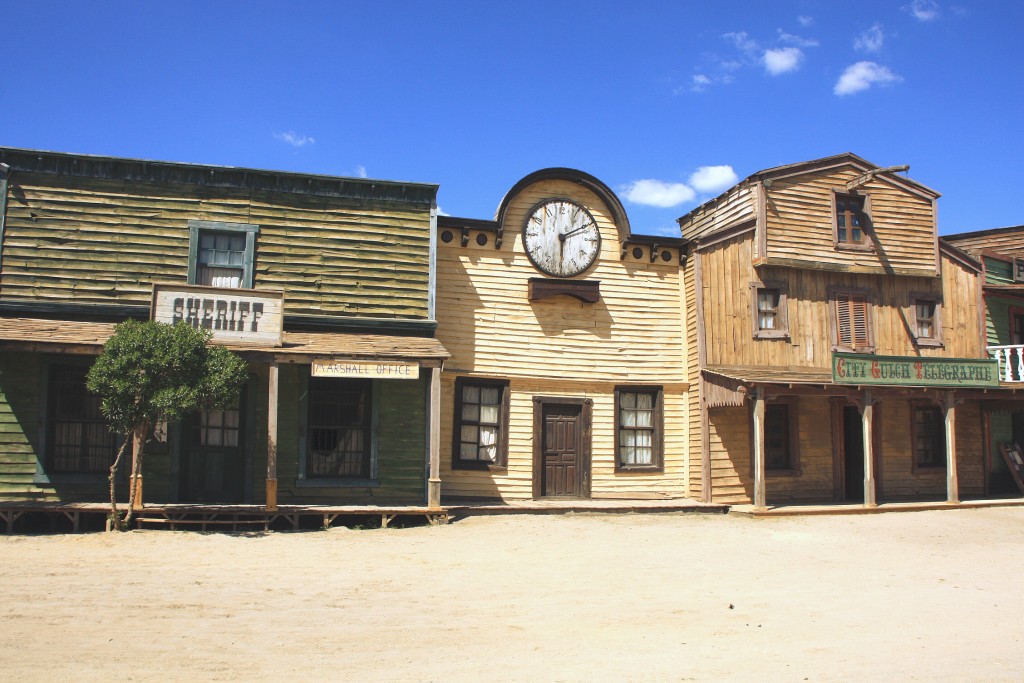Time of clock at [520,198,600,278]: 6:10
